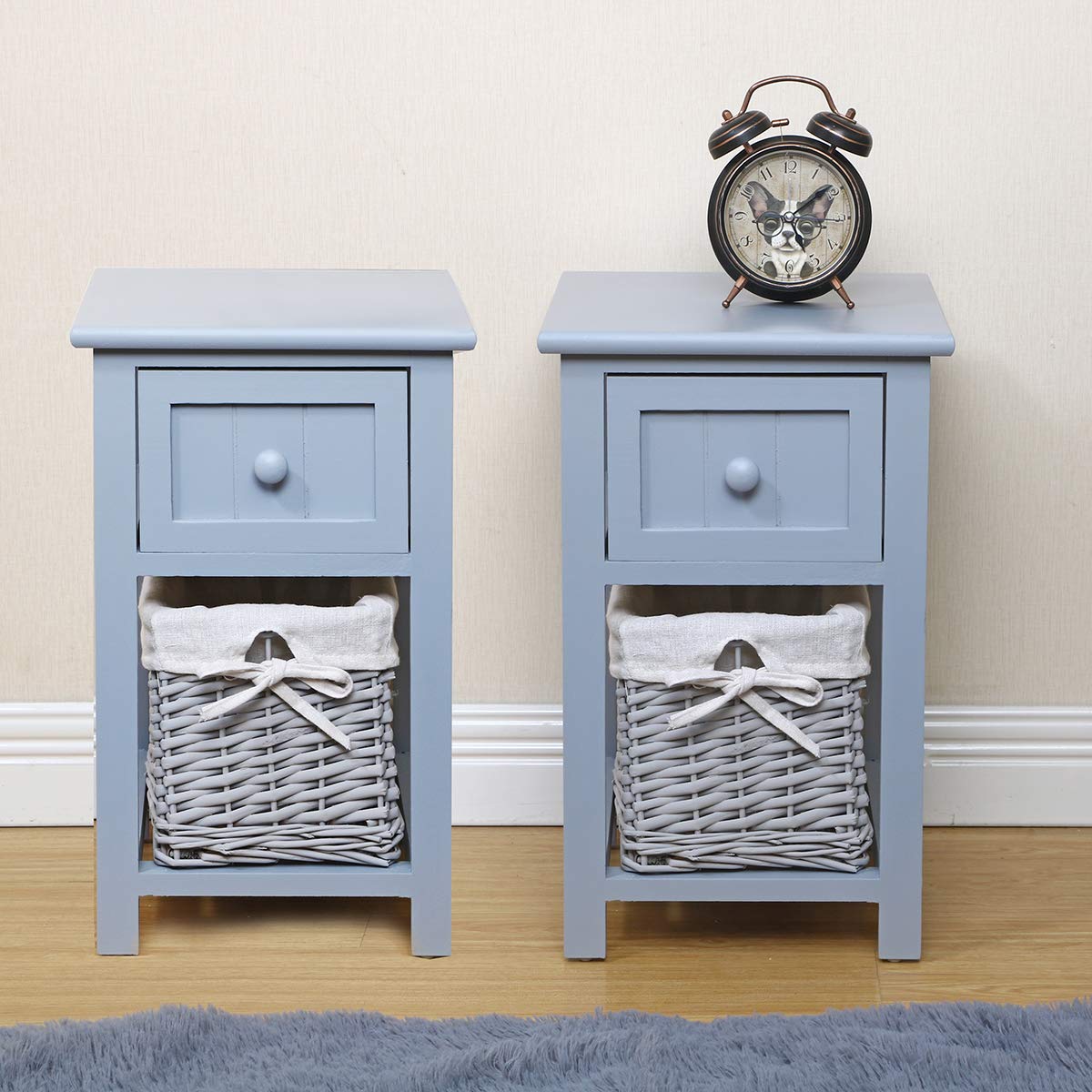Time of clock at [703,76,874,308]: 5:08
